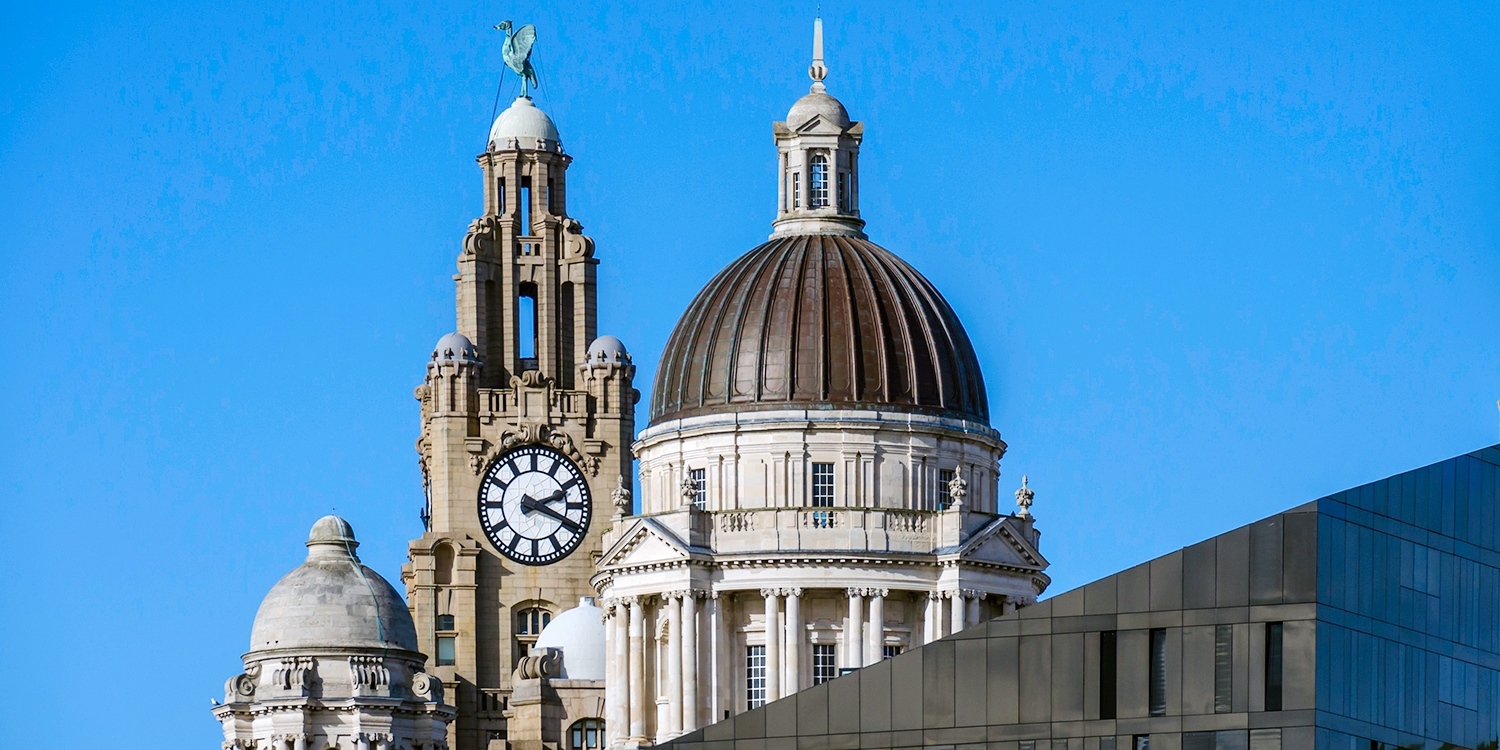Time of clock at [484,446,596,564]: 2:18
